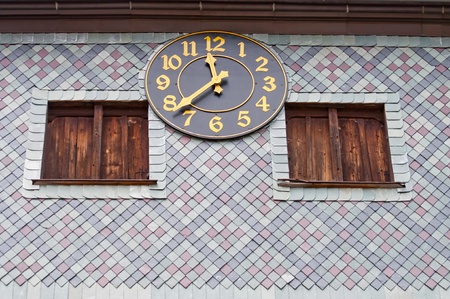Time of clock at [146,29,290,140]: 11:37
